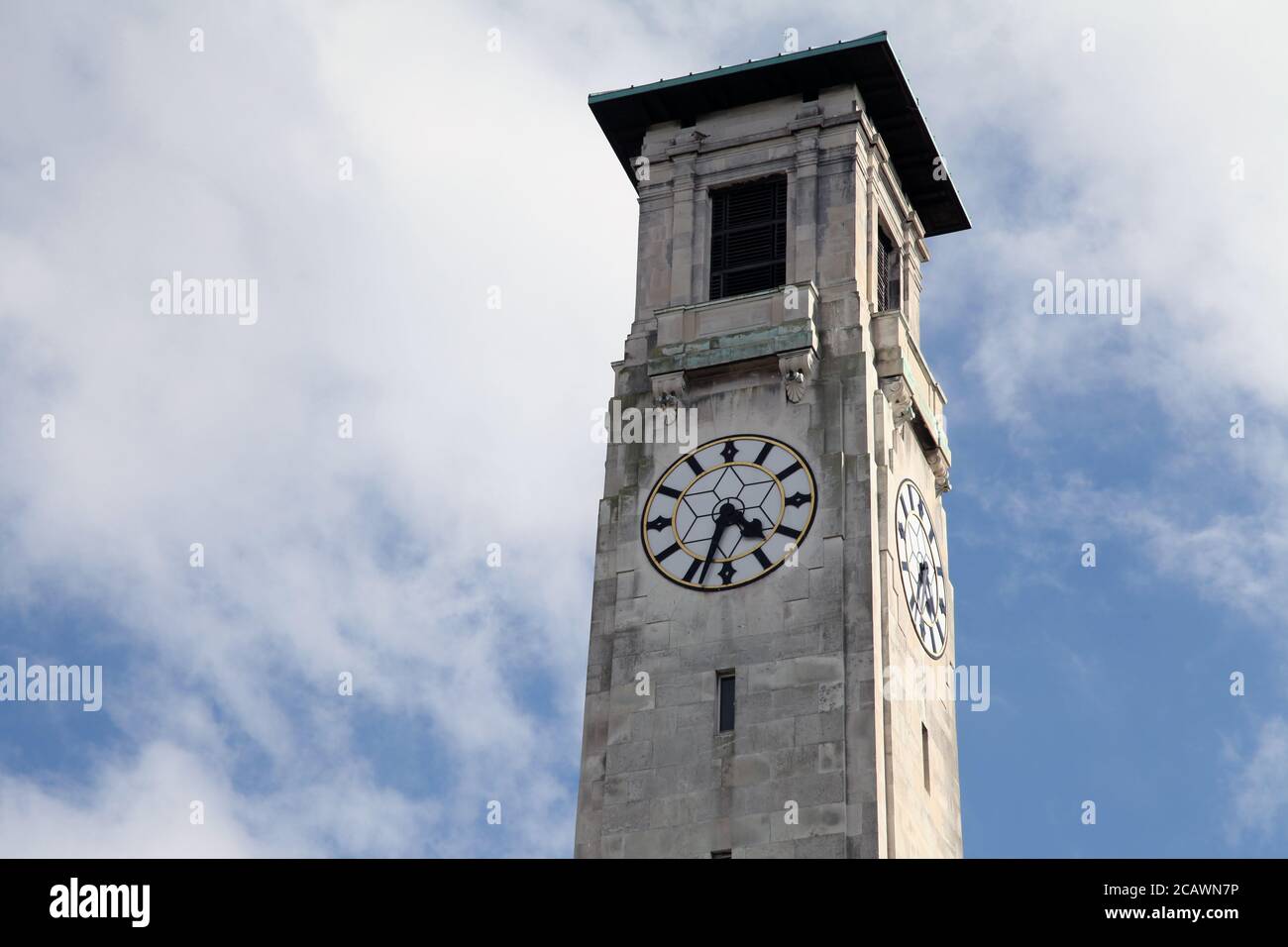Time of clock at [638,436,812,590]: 4:33
